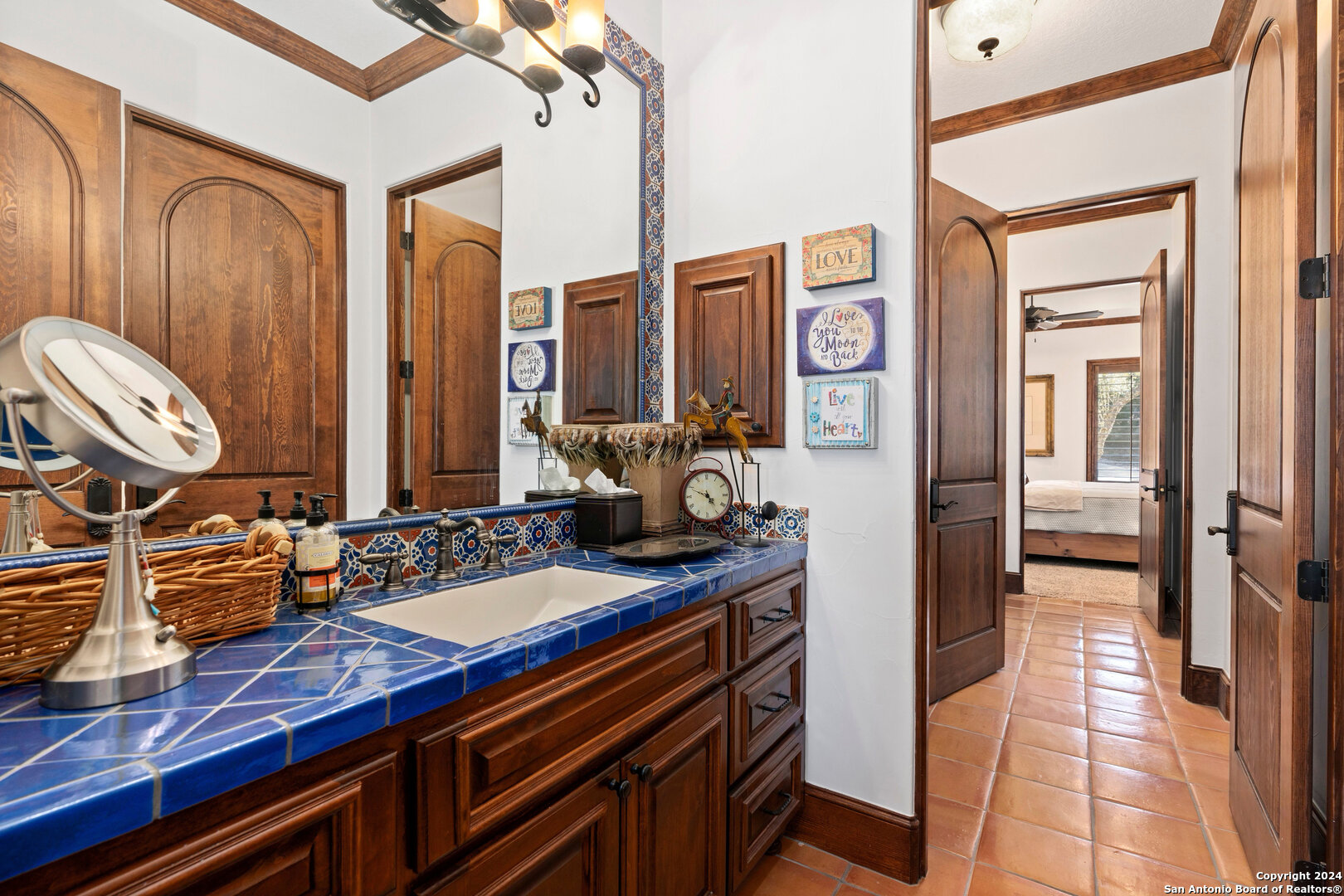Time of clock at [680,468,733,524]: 4:49
